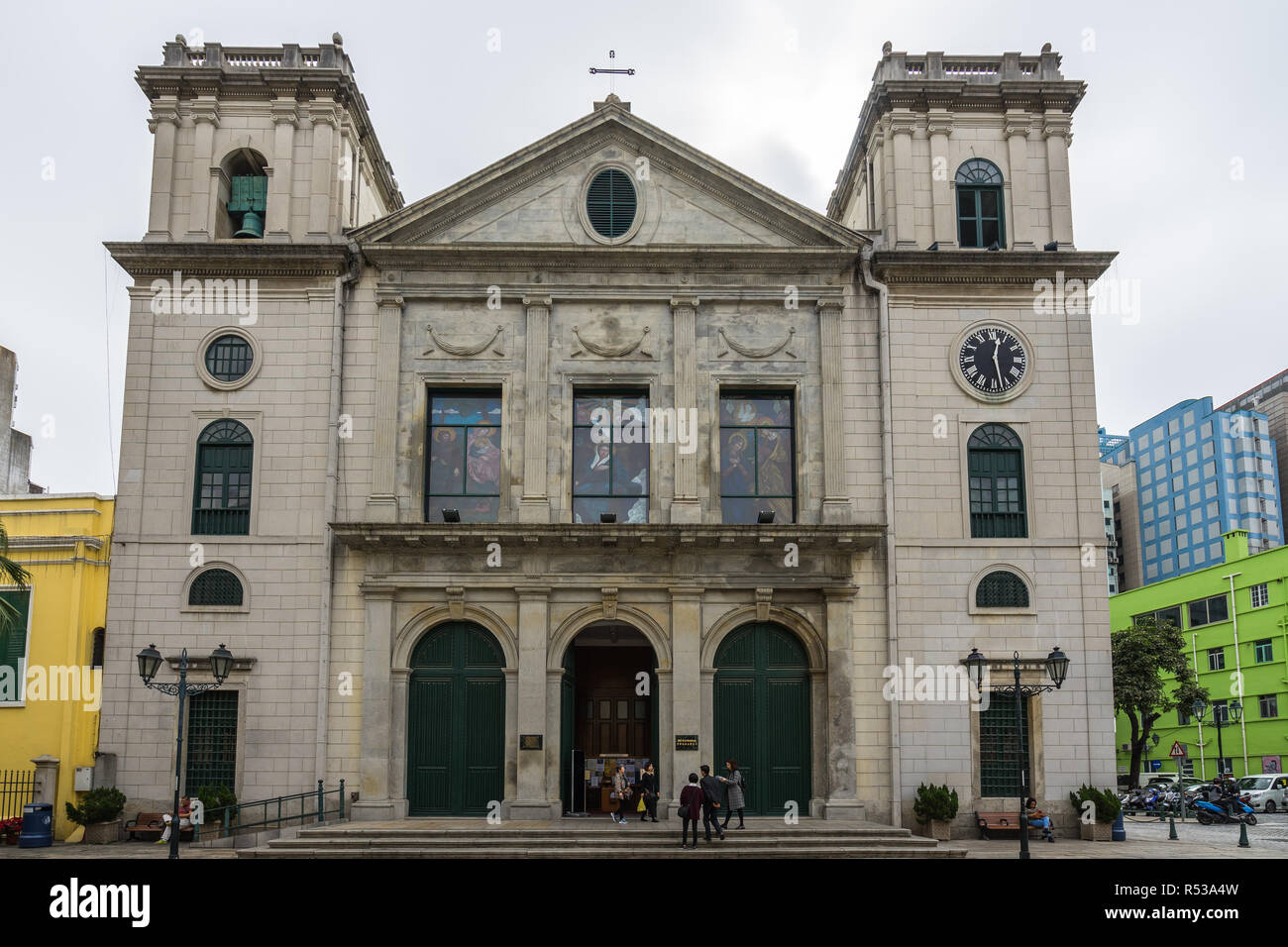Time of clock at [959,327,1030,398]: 12:27
